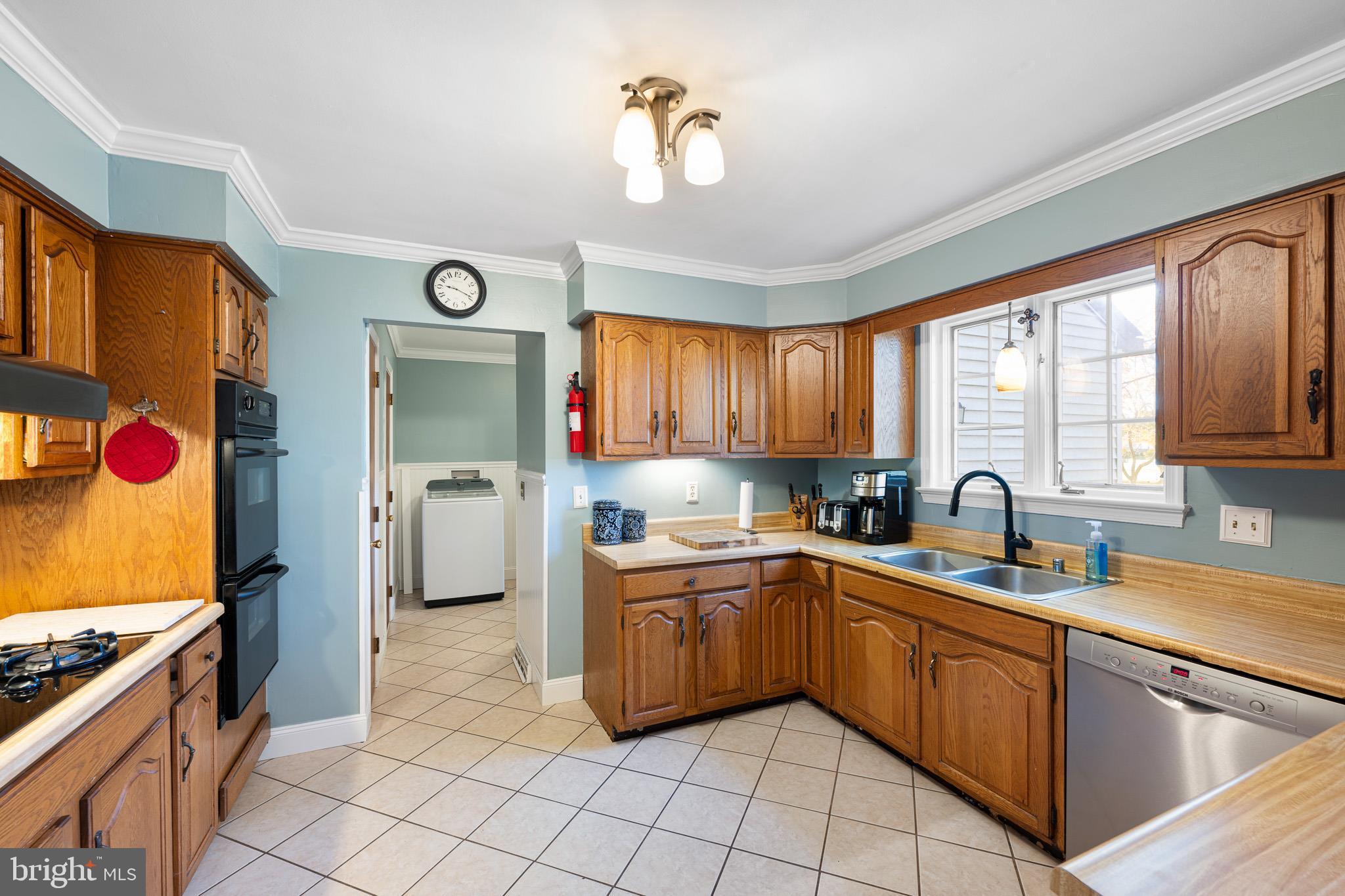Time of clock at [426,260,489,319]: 9:18
